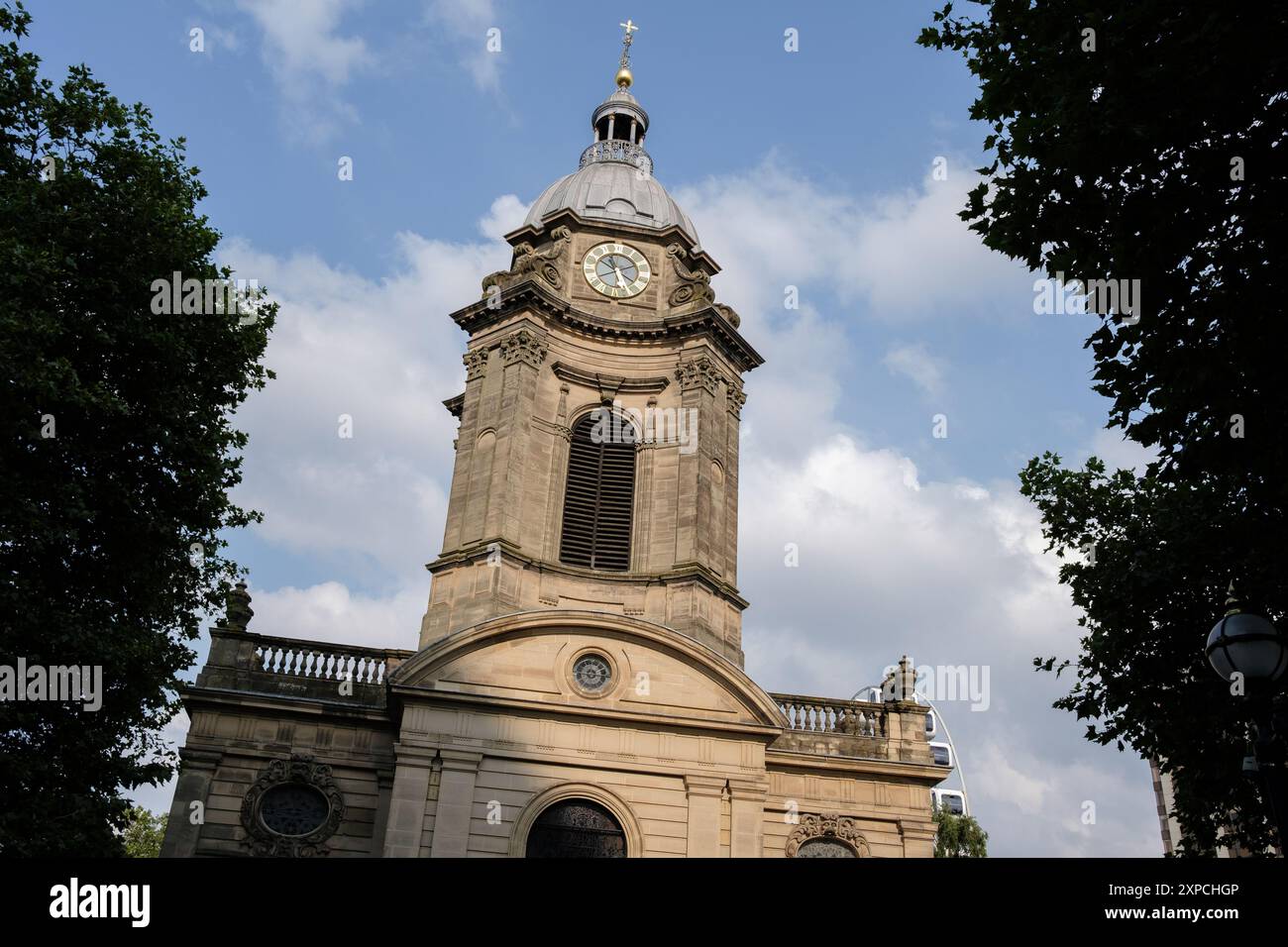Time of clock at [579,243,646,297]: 9:56
